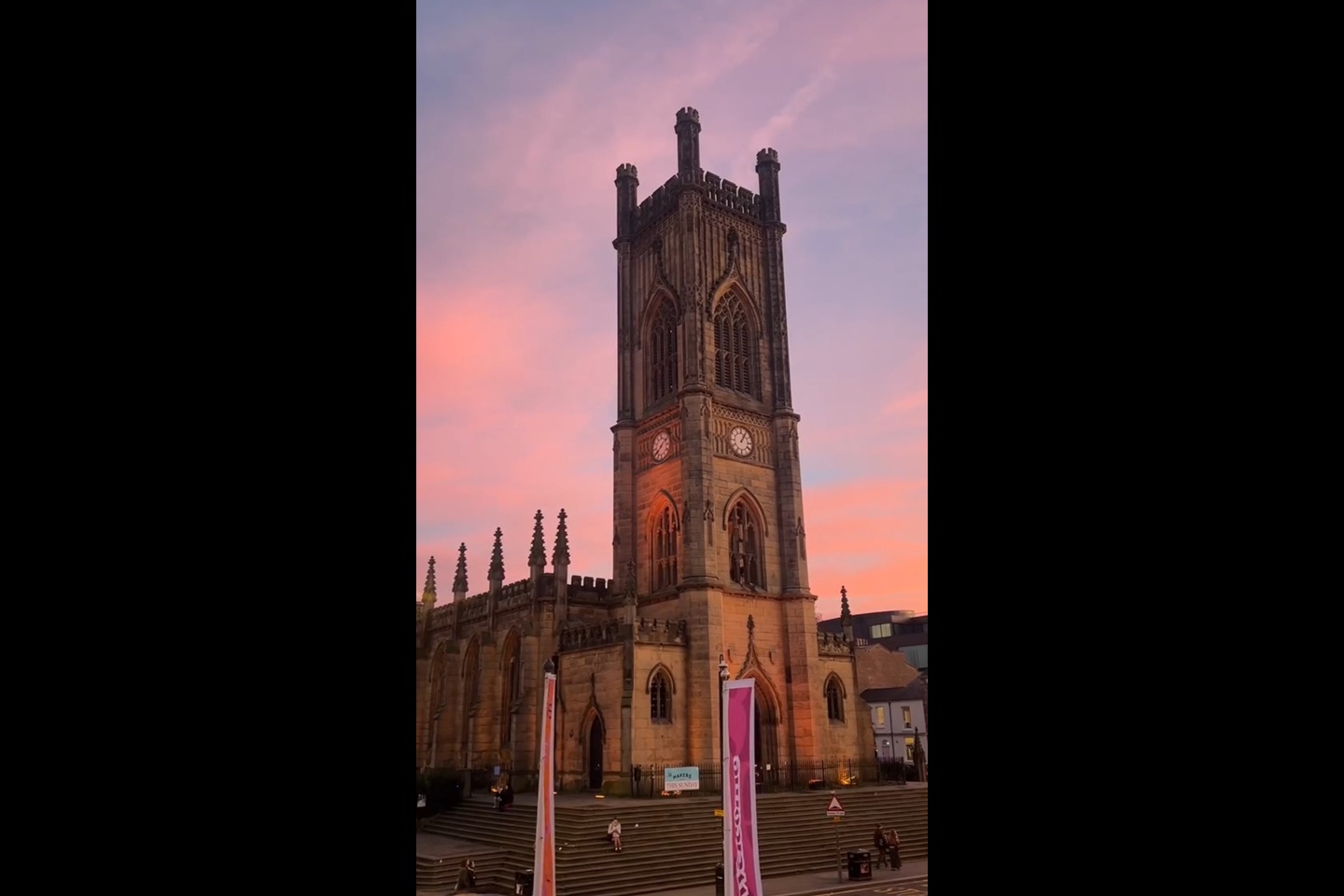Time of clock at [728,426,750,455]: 1:05
